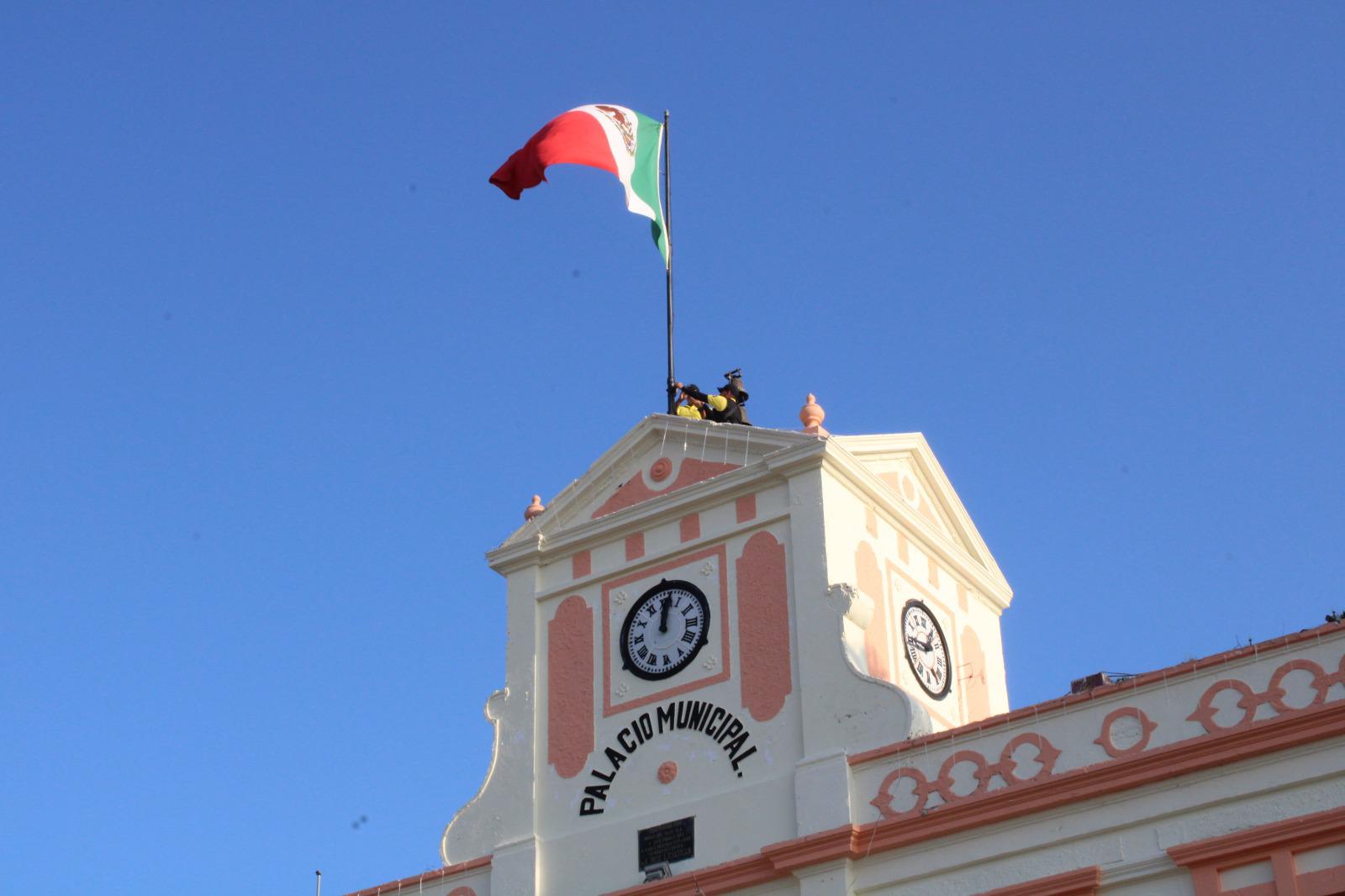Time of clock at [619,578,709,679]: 12:01
